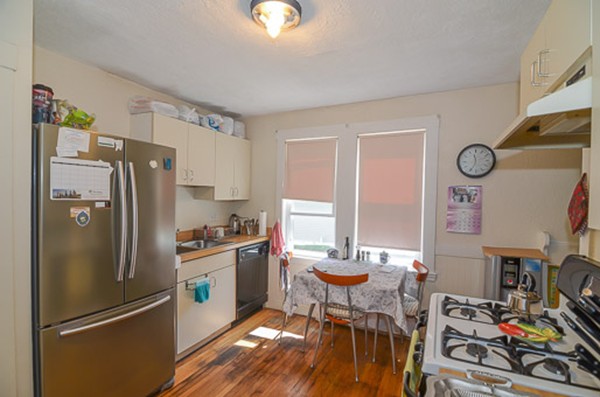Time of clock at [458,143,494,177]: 11:33
